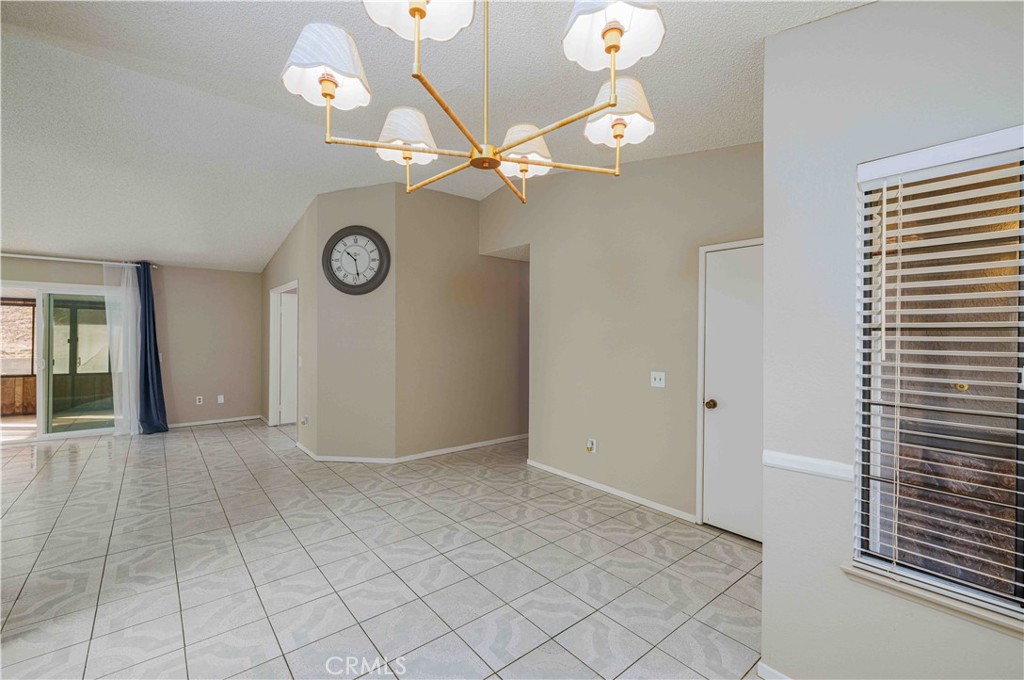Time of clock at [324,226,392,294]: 10:28
